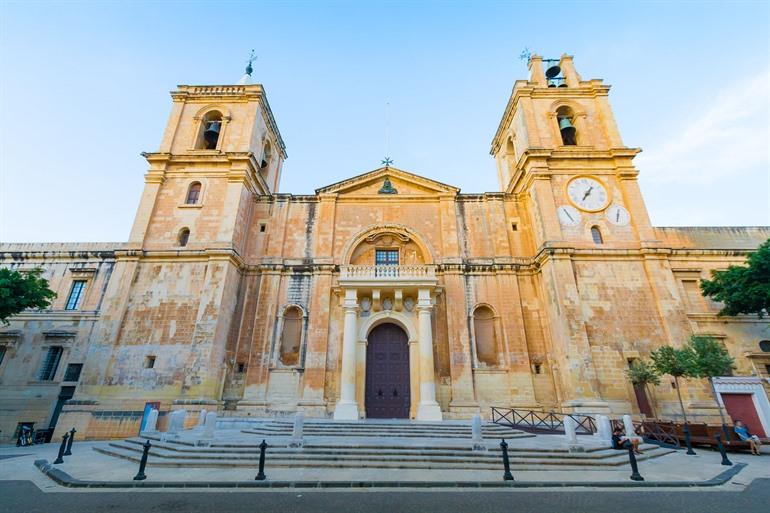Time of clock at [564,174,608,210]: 7:06
